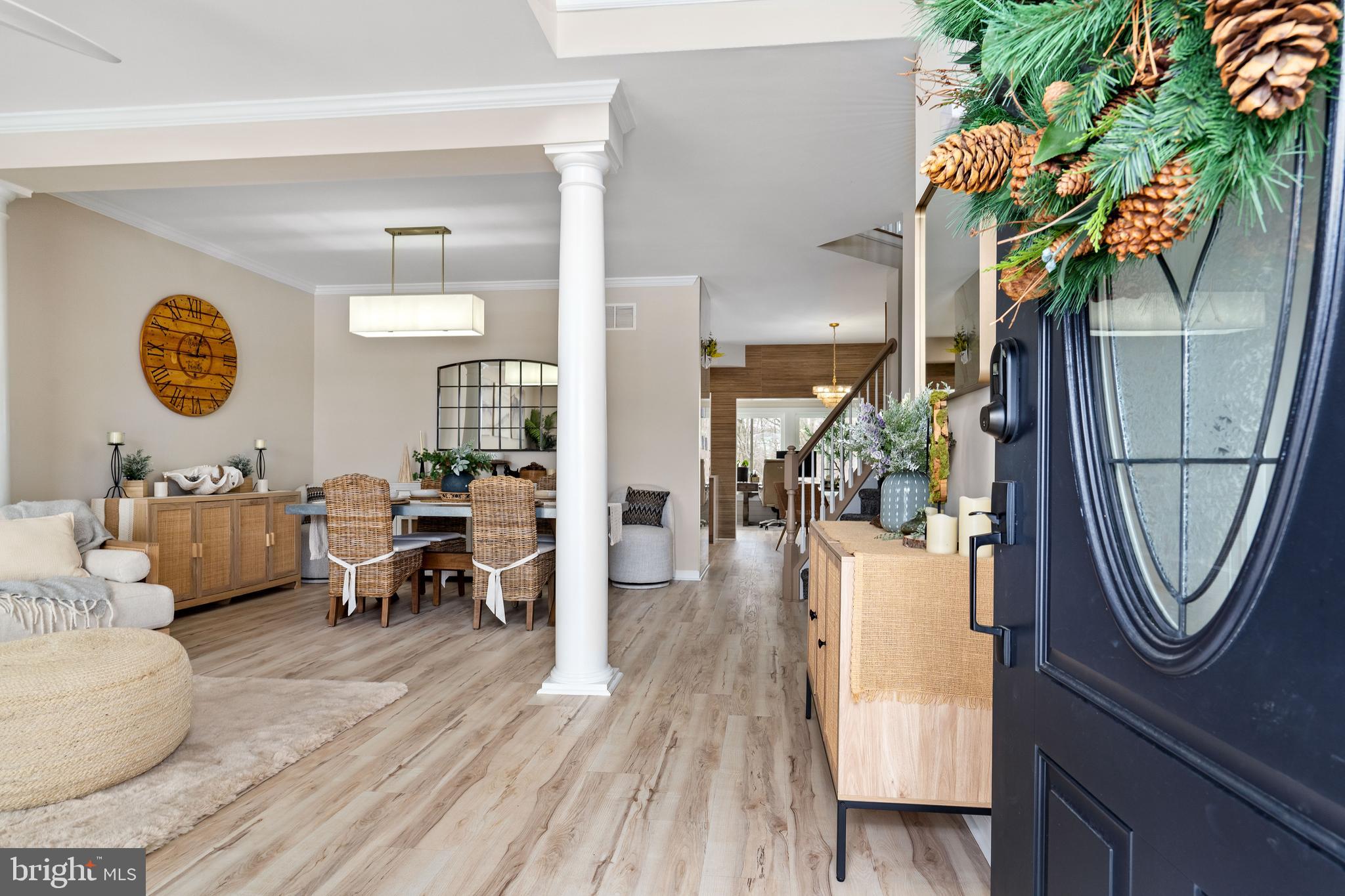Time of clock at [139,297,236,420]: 12:45
